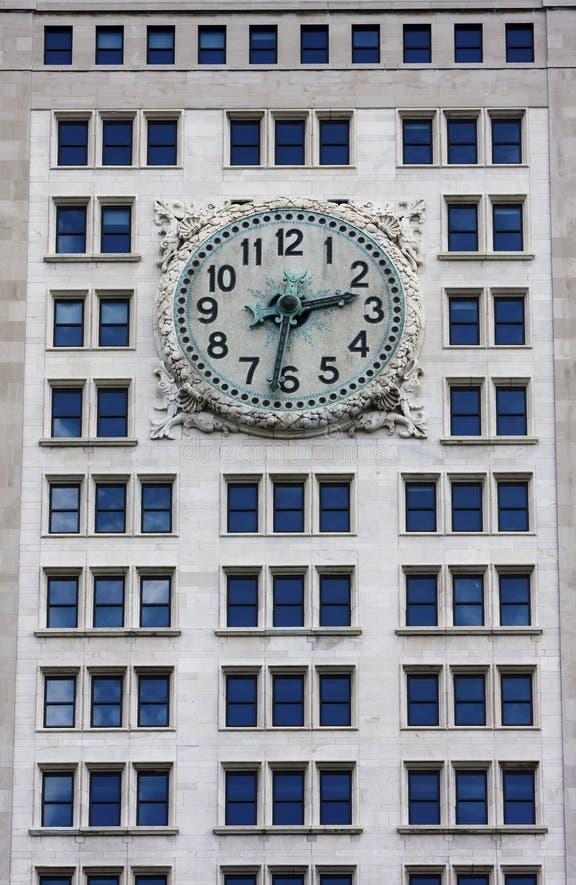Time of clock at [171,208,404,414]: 2:31
